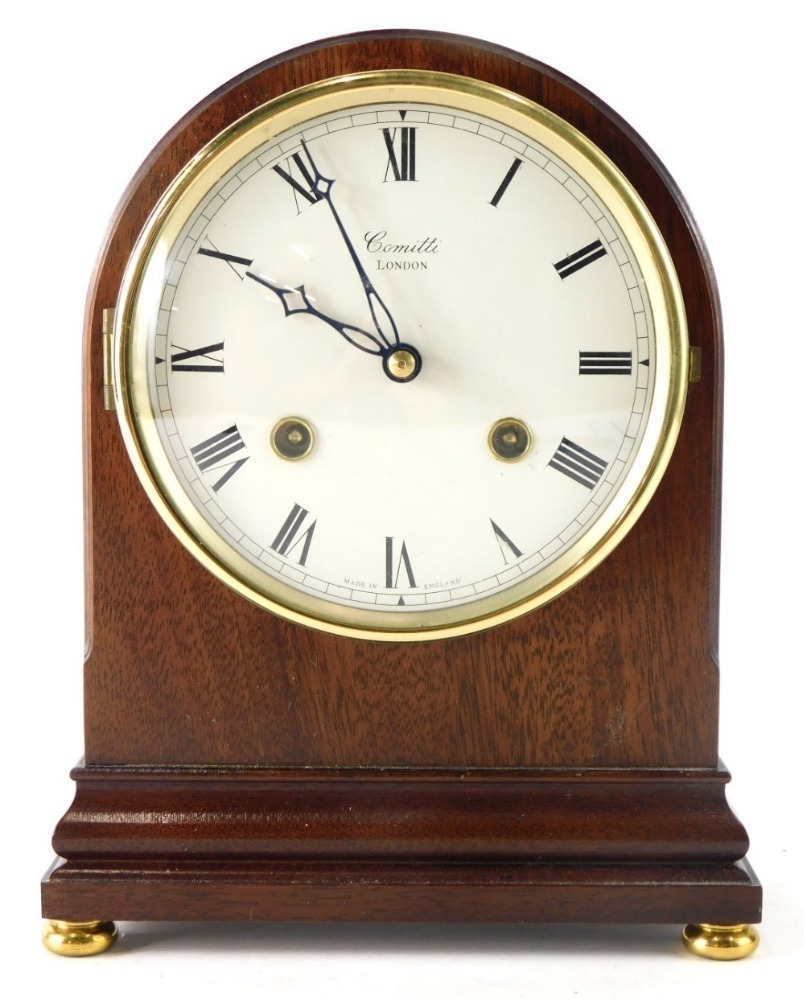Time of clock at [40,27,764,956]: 9:55
